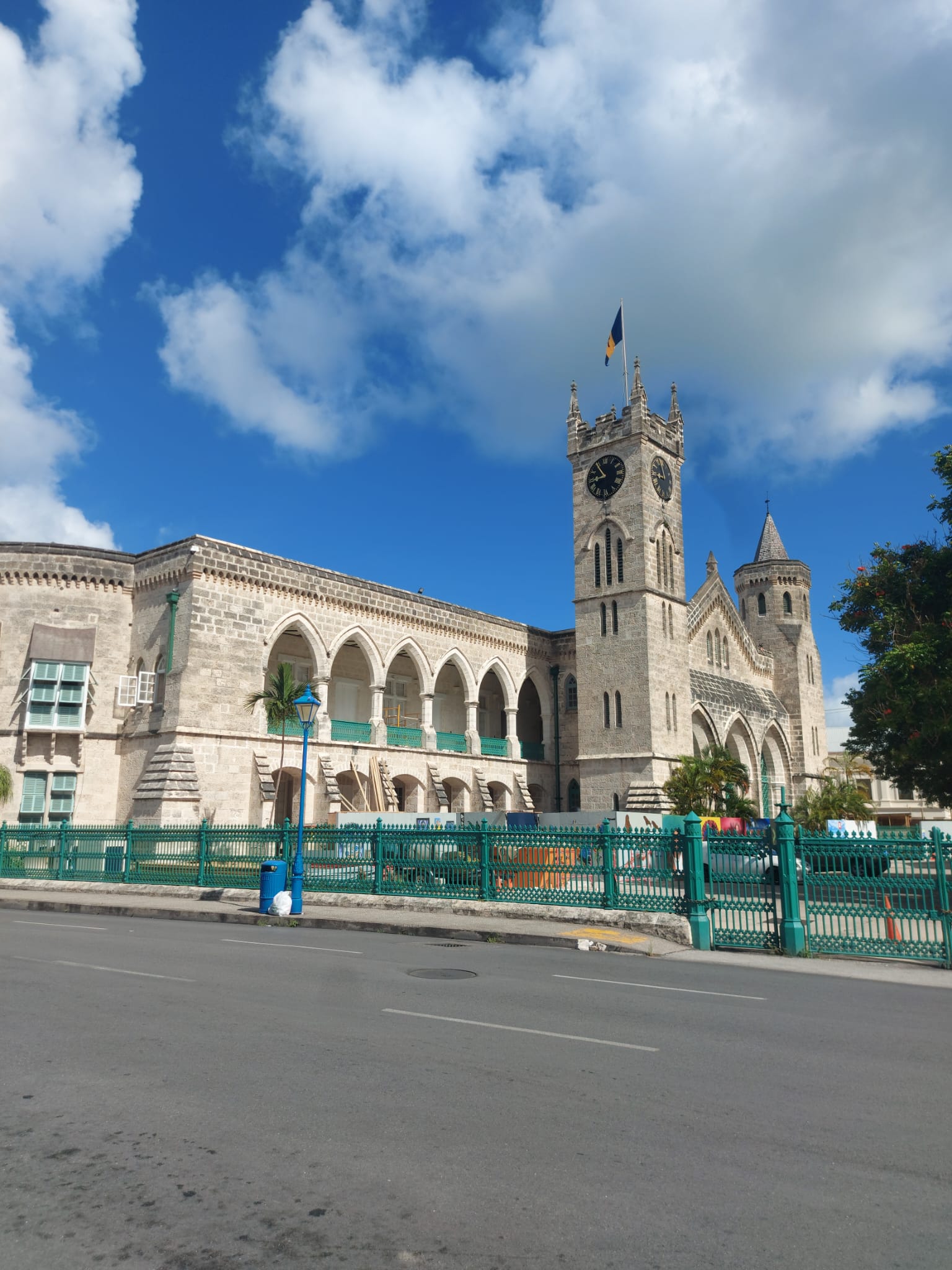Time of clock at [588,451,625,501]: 8:54
